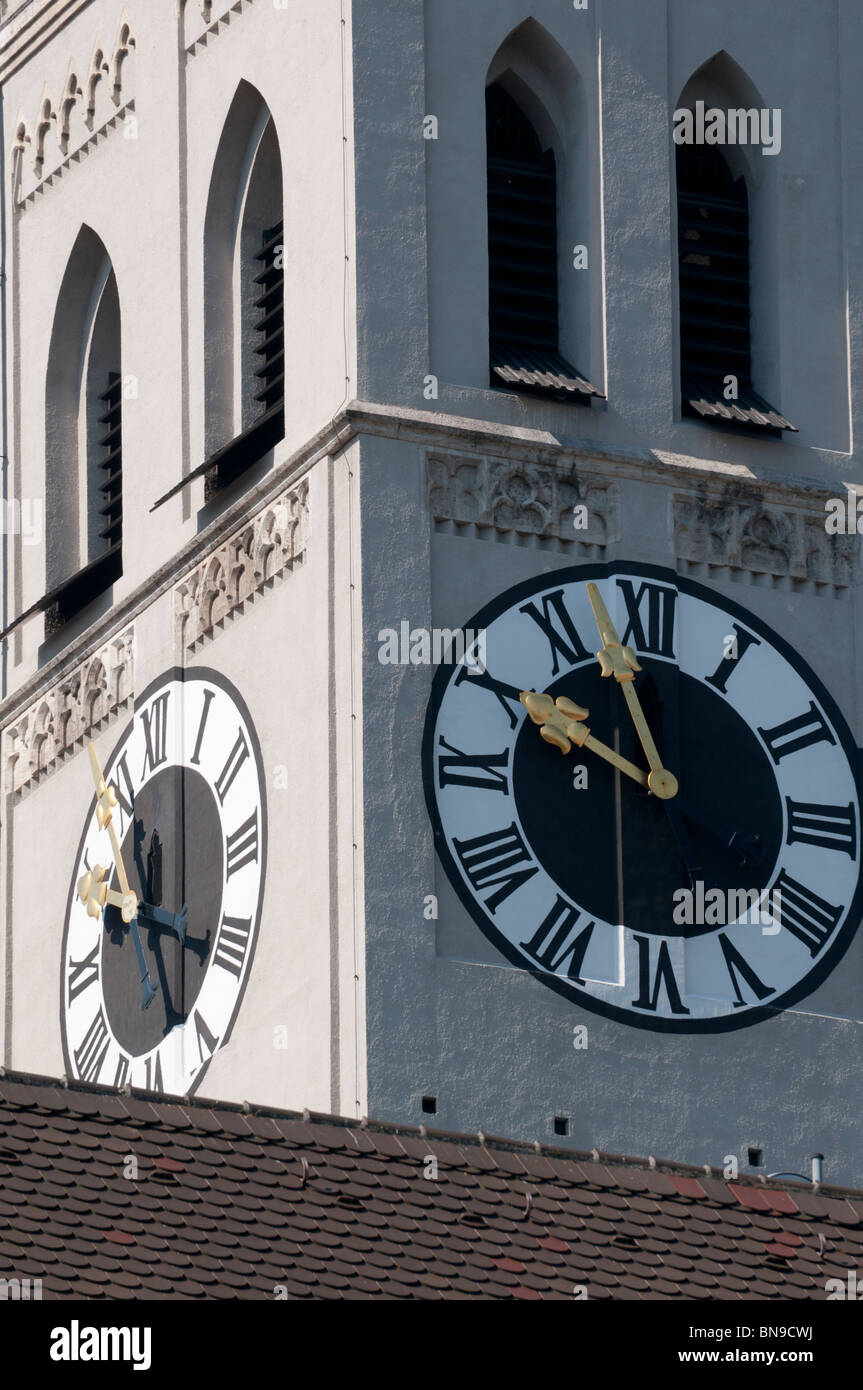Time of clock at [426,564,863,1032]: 9:57
